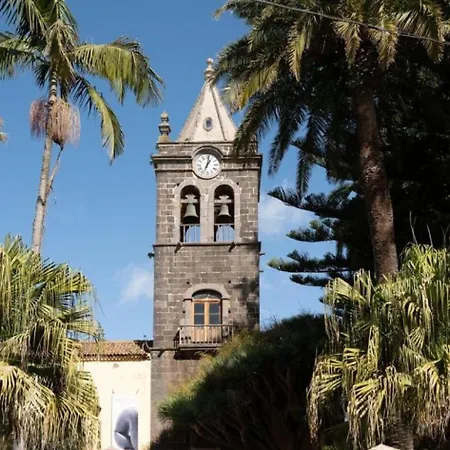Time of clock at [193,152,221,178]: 1:02
